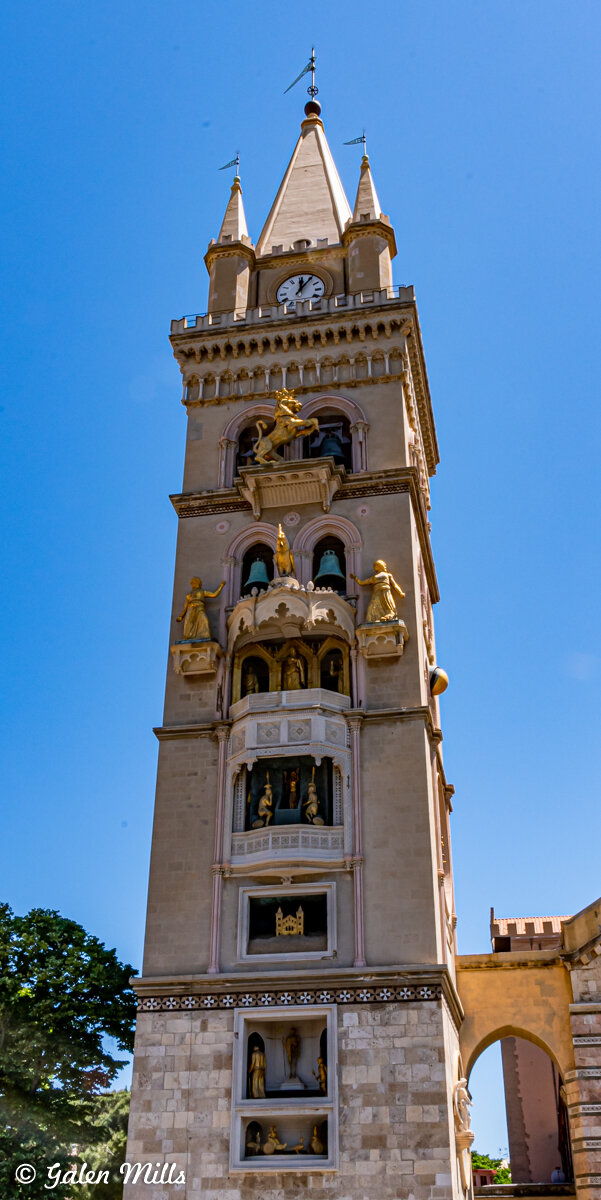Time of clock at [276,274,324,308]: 12:05
